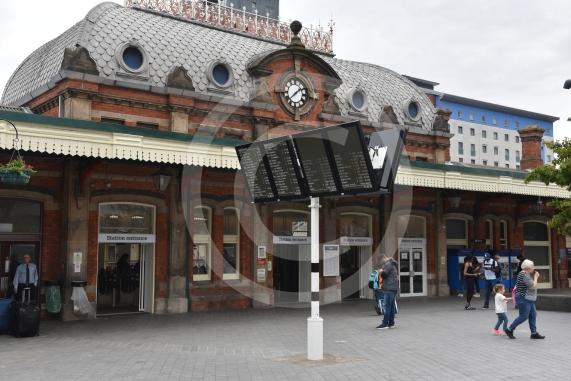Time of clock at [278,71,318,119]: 1:37
